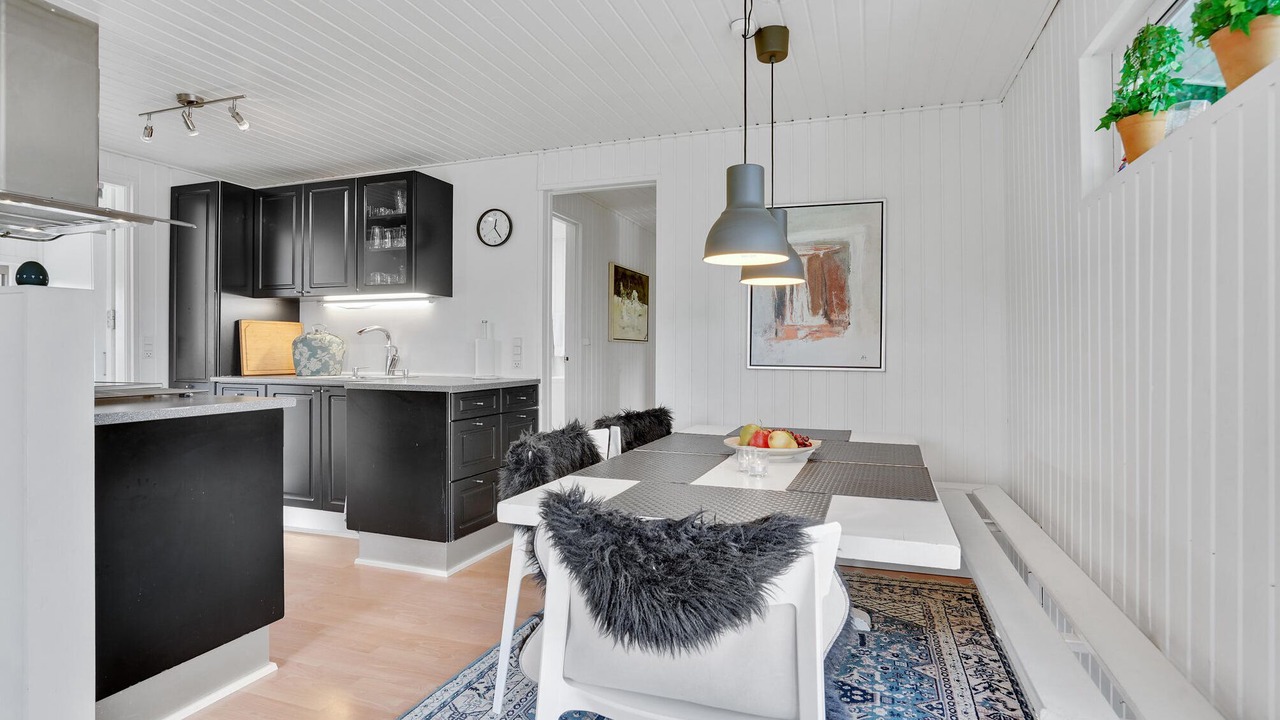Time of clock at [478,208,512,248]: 12:24
